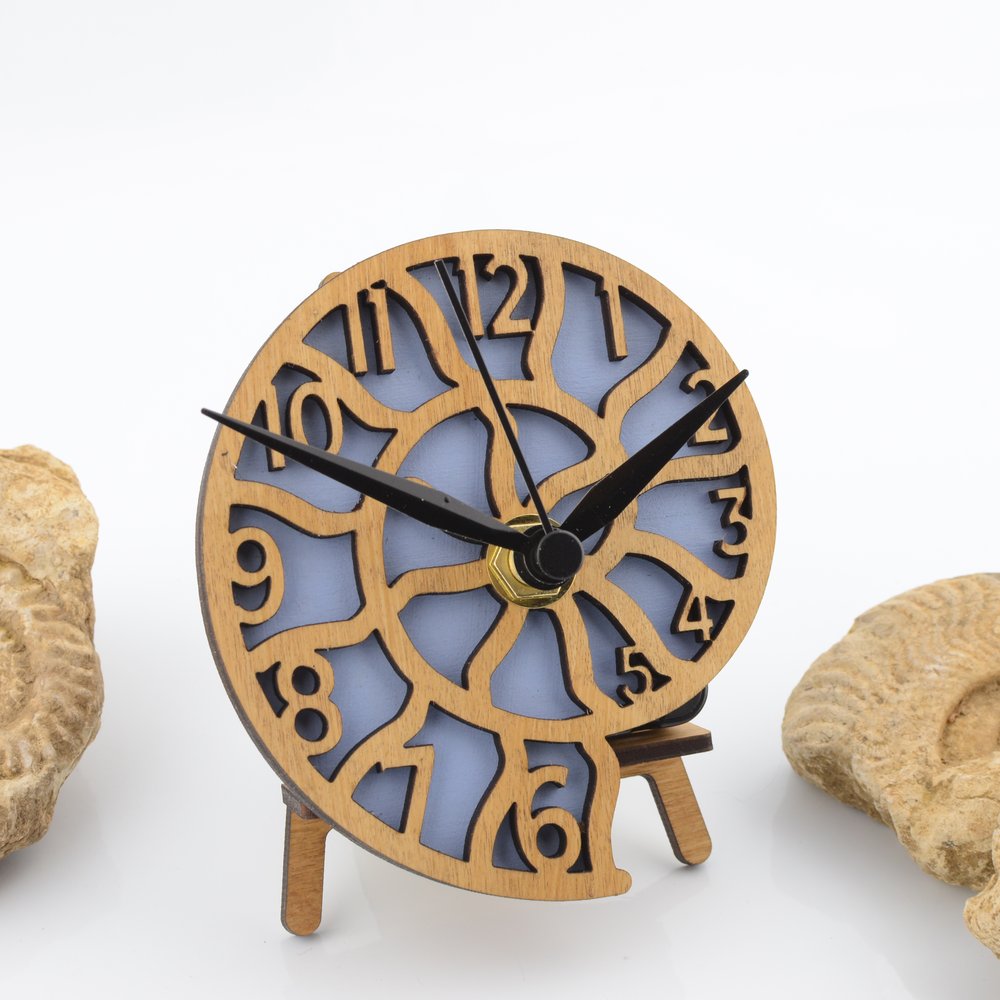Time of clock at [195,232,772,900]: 1:48
